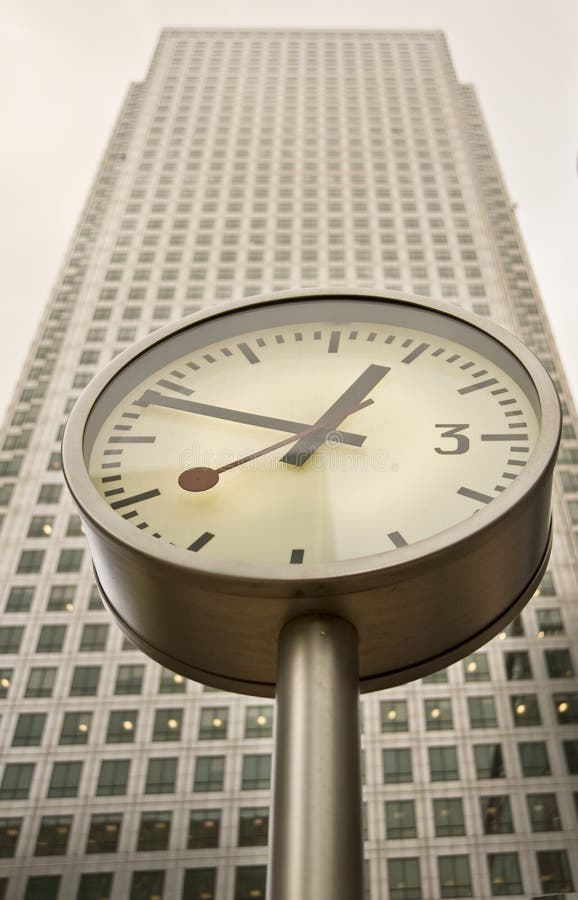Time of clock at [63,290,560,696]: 12:48
